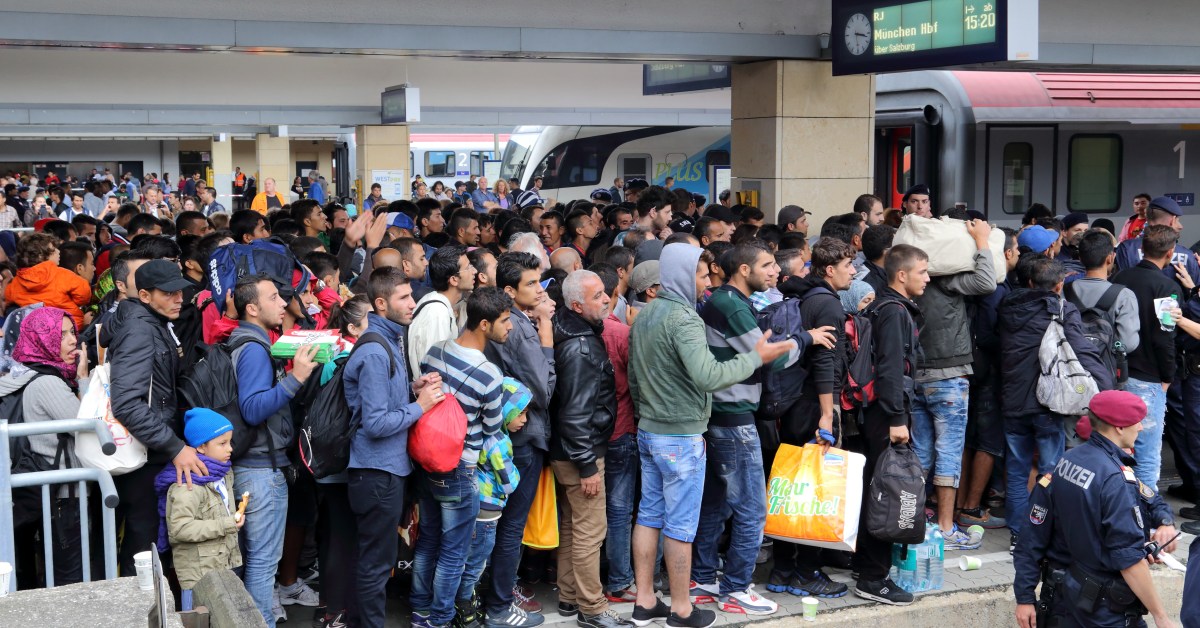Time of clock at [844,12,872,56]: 3:17
